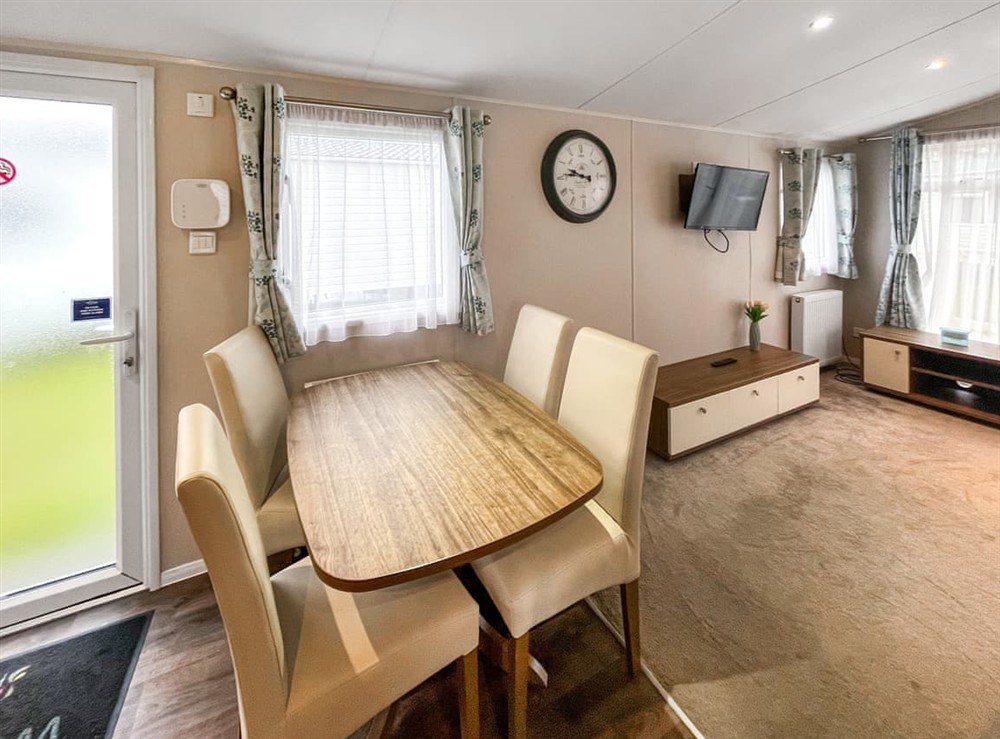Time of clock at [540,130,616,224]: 9:45
